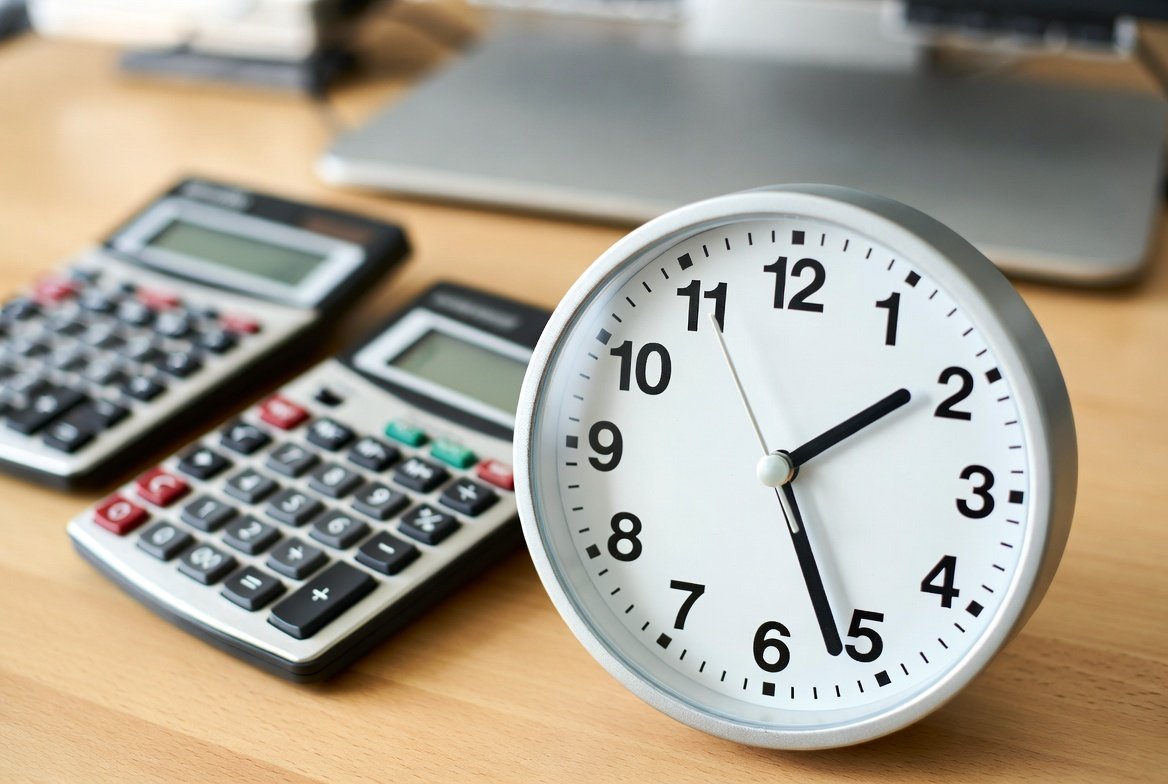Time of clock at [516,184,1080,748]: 1:26
